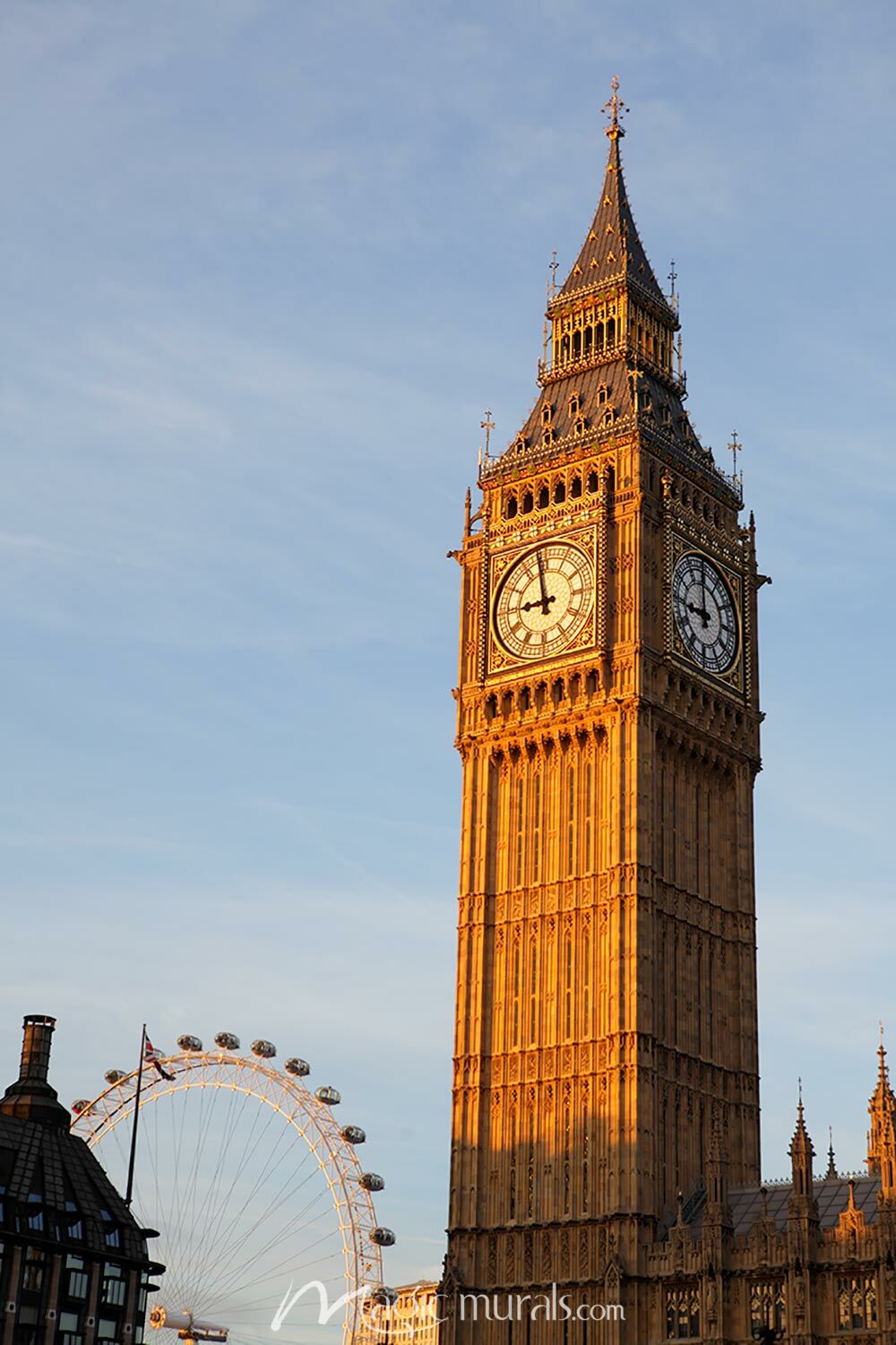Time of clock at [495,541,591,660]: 8:58
